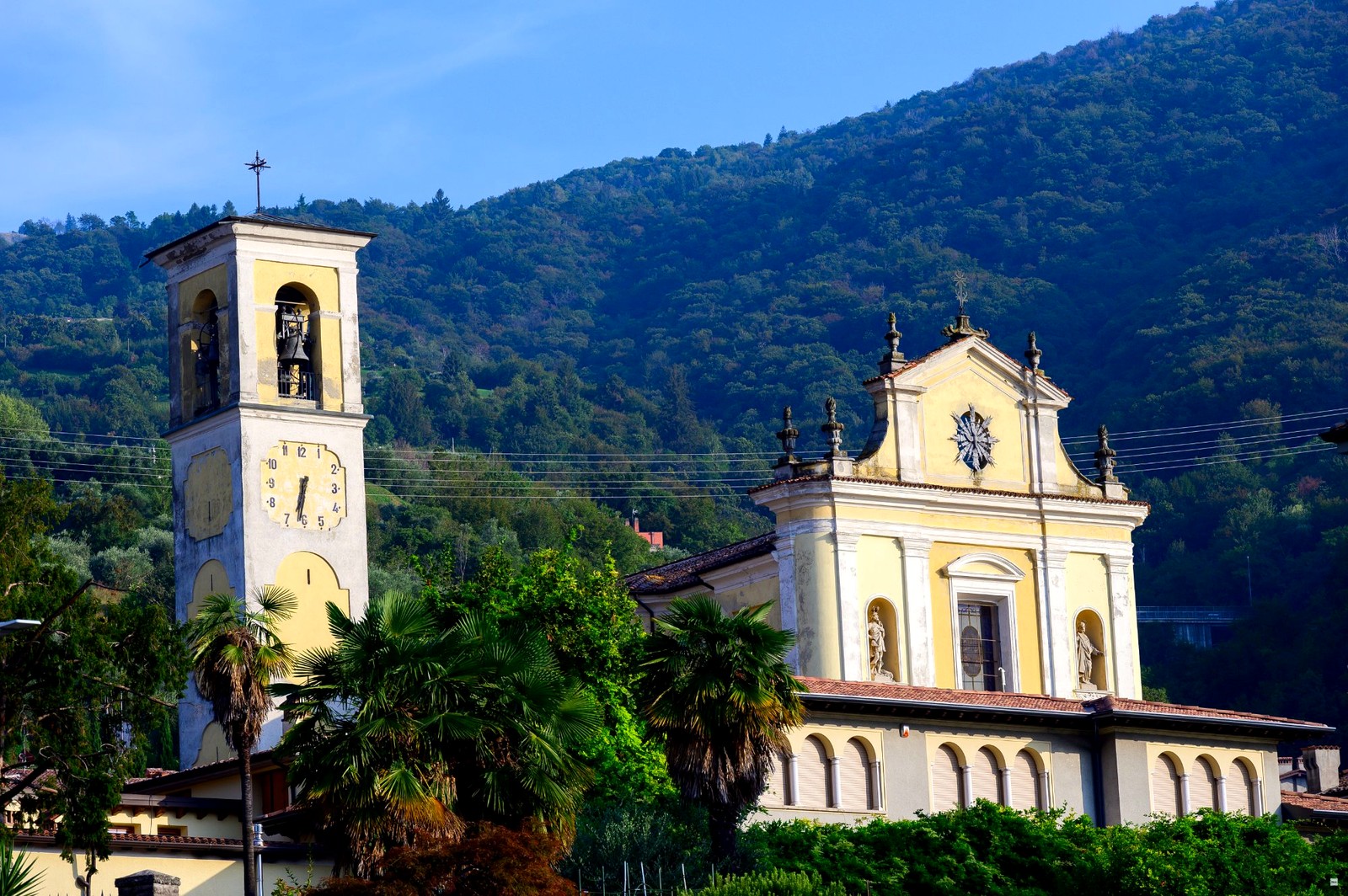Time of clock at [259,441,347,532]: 6:31
